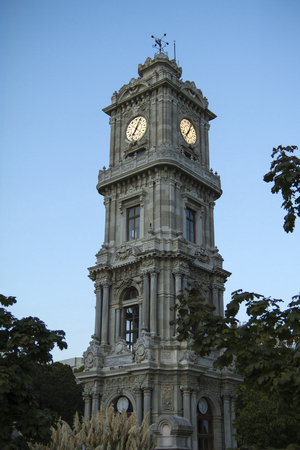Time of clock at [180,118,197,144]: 7:04
